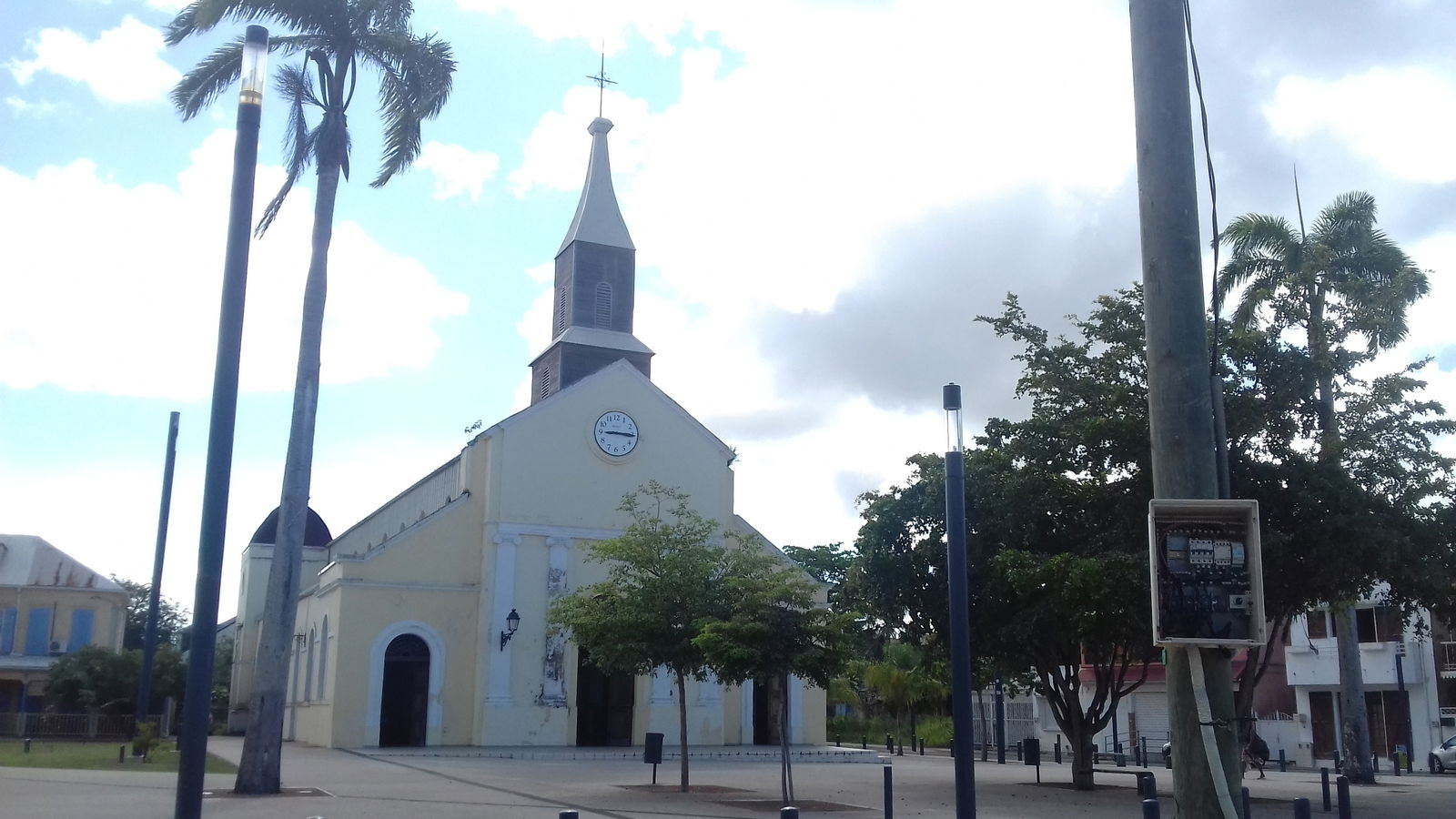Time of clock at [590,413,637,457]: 3:15
